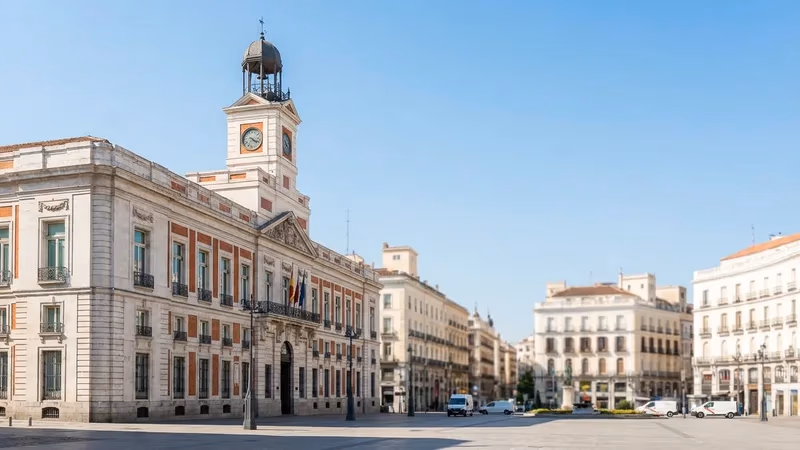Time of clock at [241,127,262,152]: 4:18
